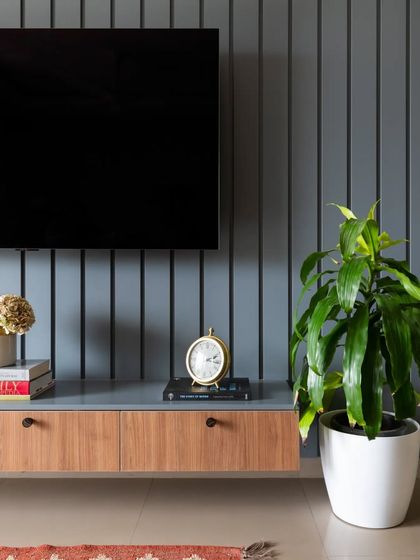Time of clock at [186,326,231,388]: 2:16
